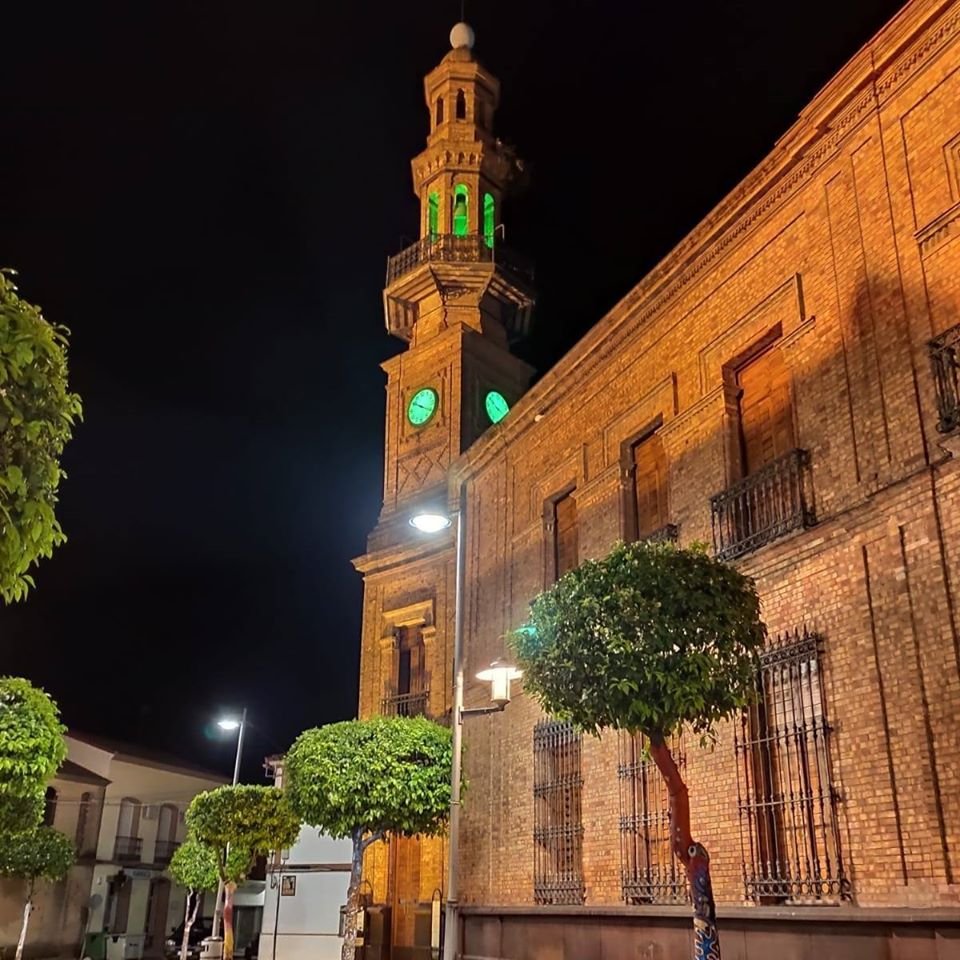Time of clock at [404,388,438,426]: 10:20
